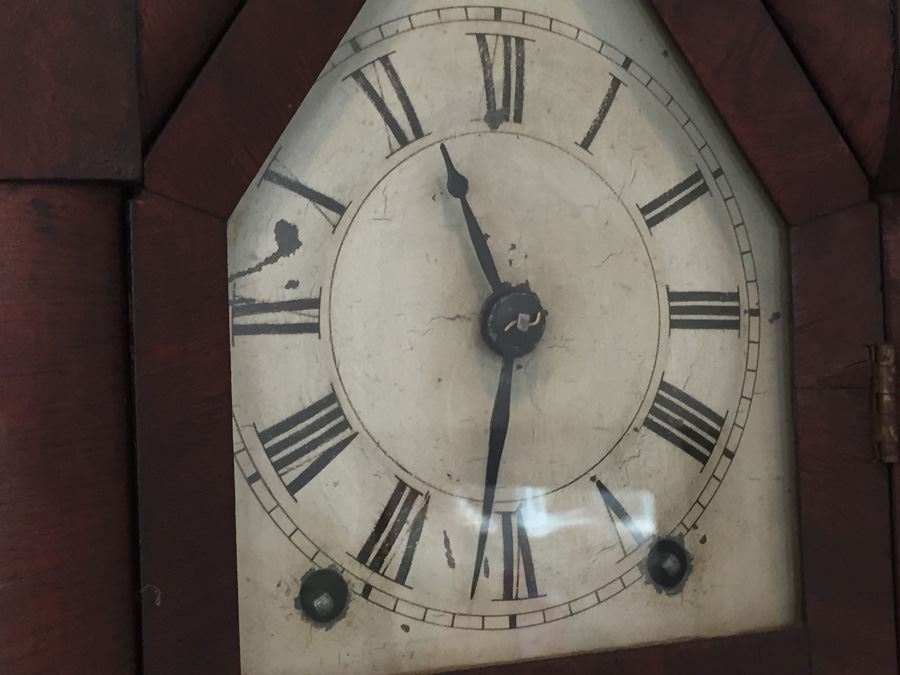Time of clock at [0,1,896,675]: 11:31
